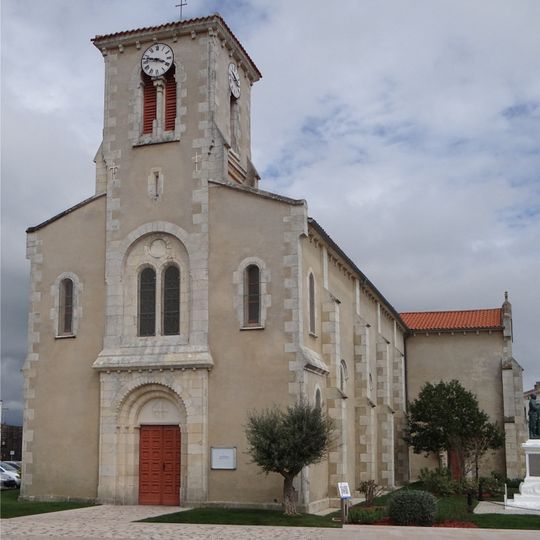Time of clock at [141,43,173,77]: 3:47
